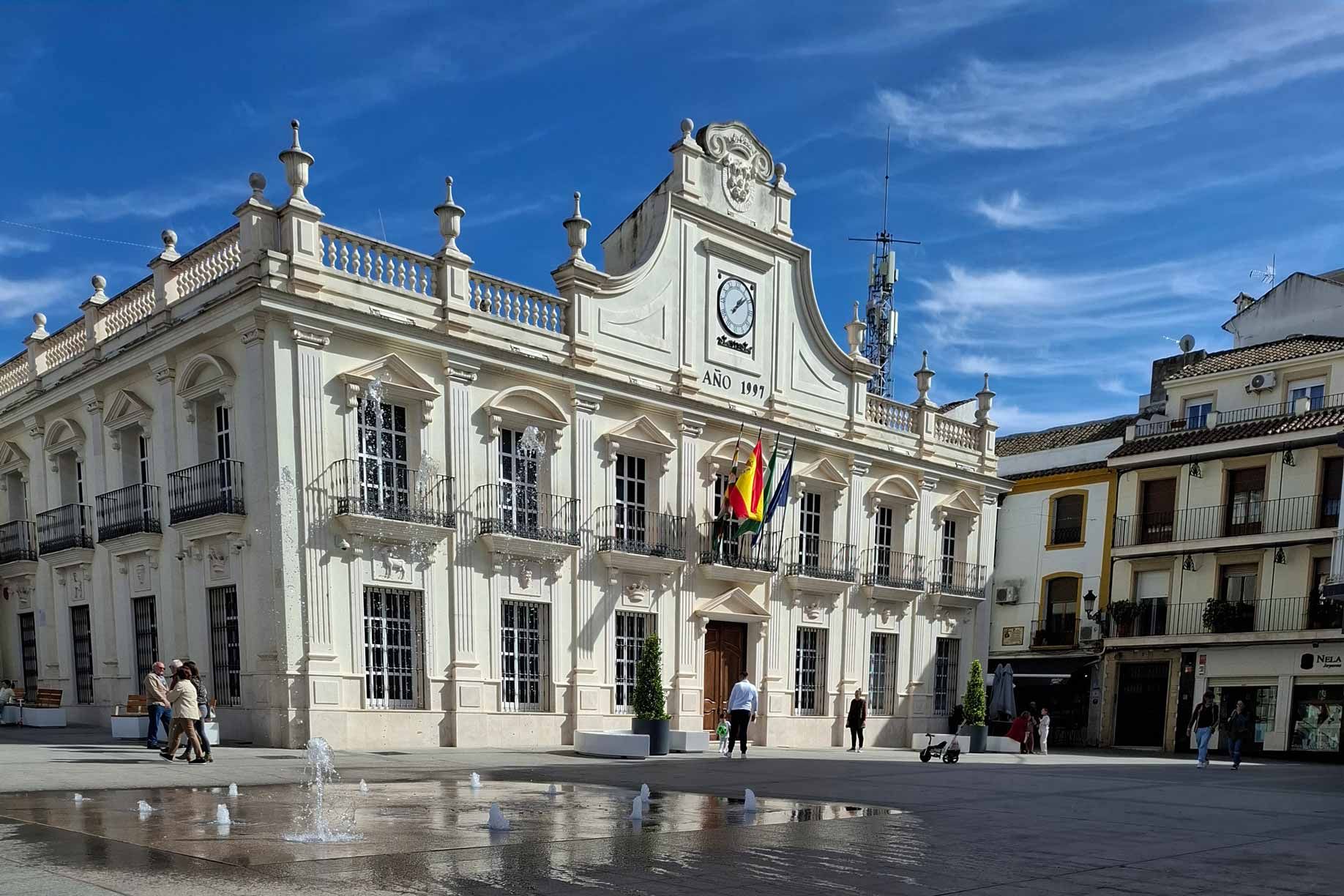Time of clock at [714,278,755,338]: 1:08
